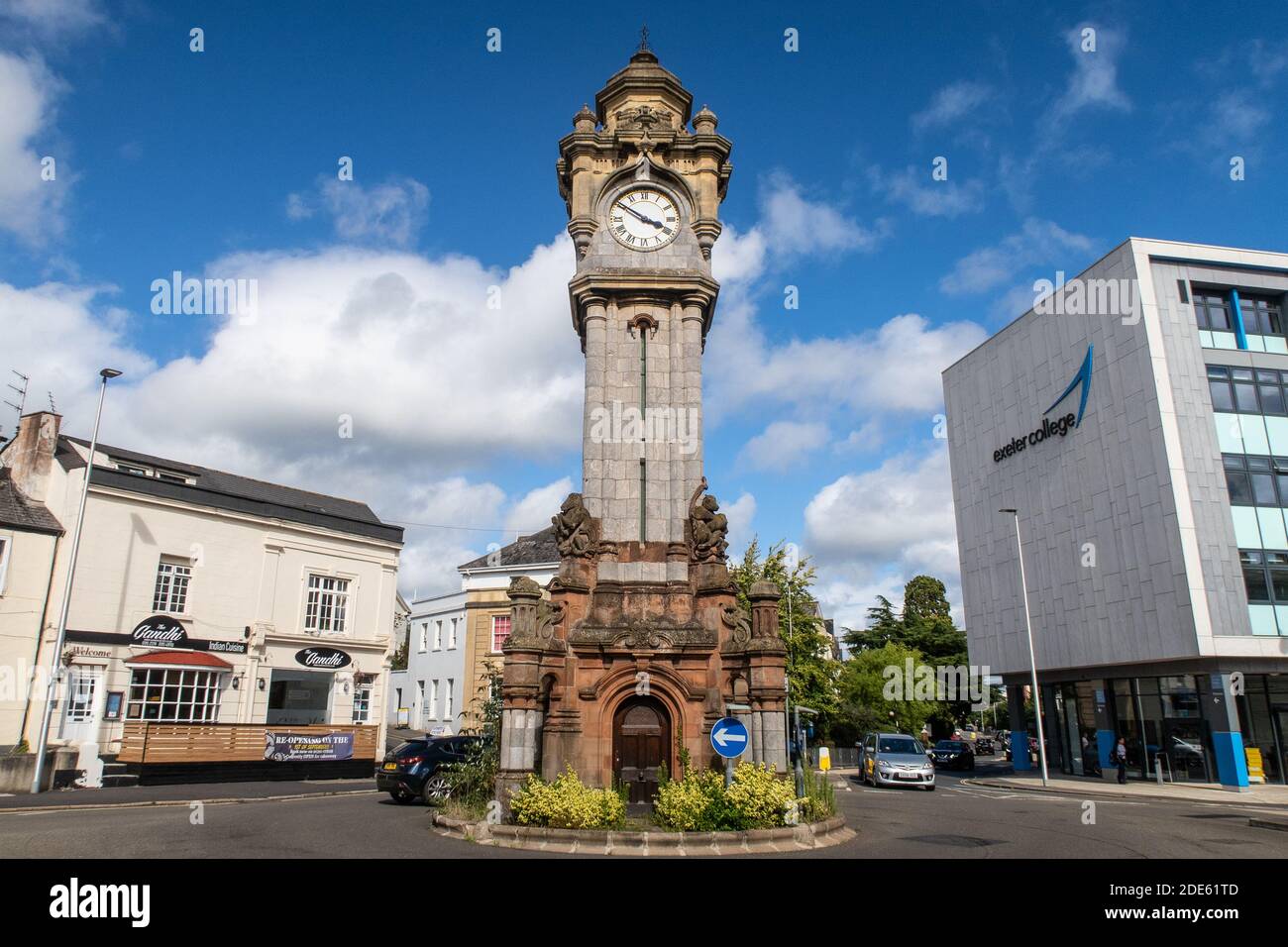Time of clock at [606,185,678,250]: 3:50
